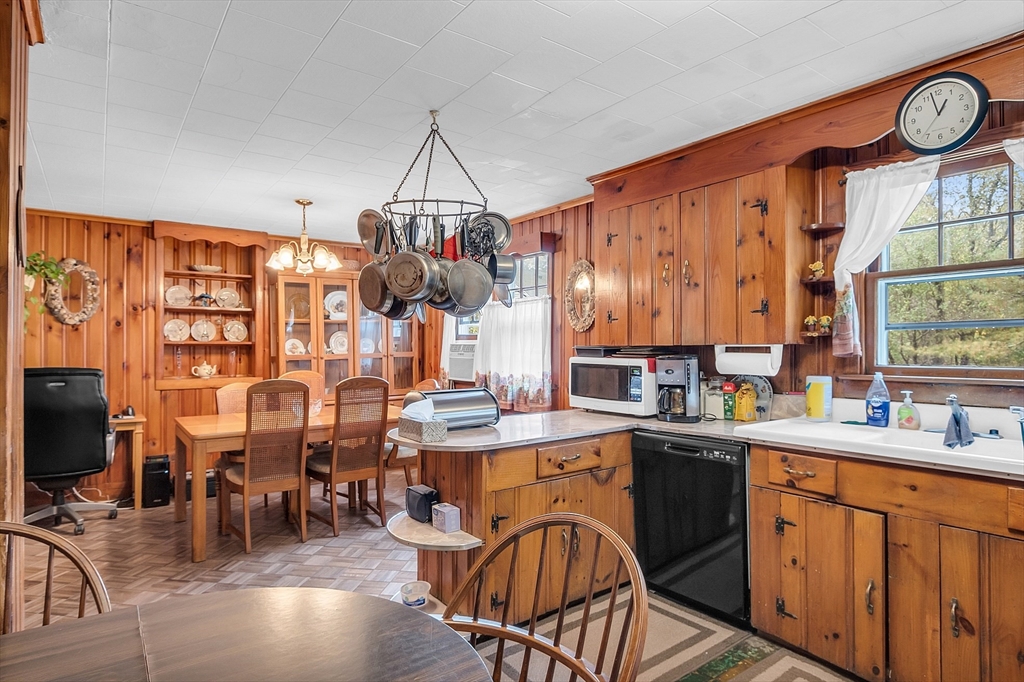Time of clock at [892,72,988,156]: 12:57
